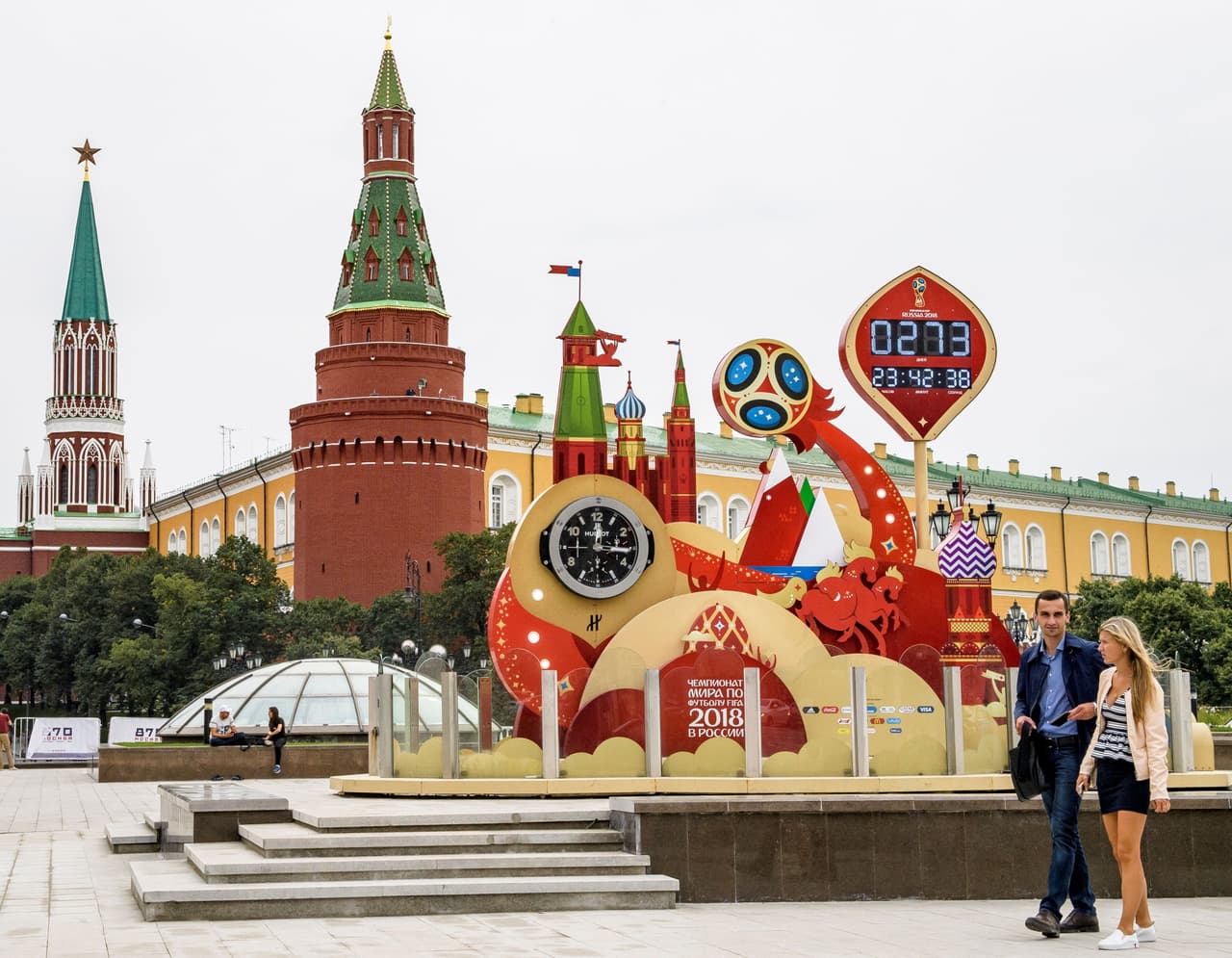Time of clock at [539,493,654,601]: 12:15
